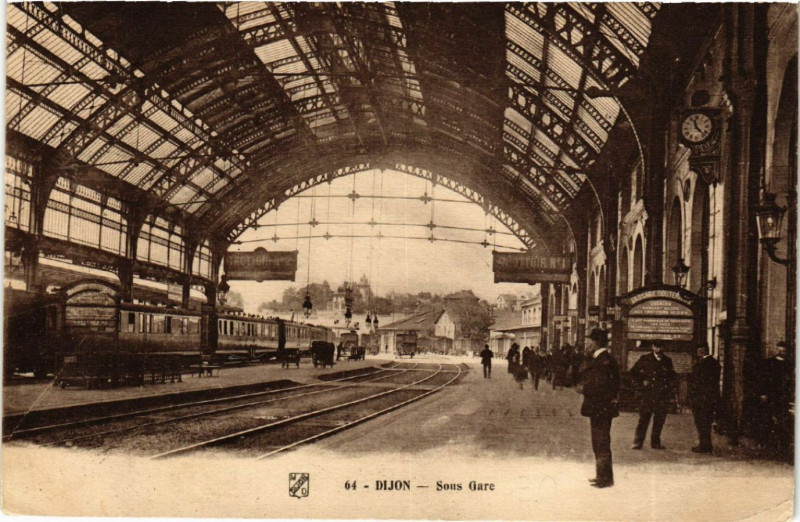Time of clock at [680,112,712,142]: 11:22
